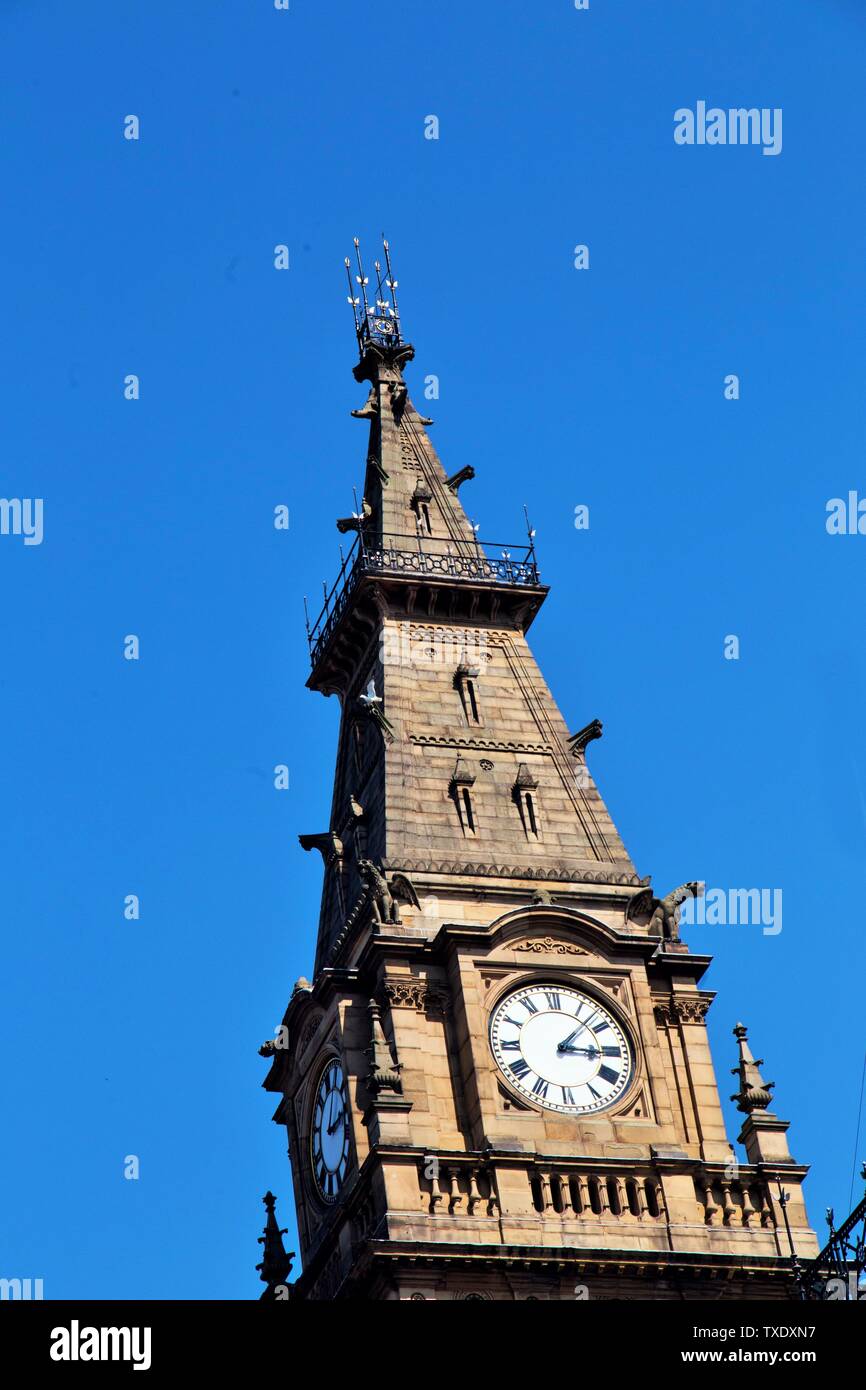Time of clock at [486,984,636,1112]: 3:07
